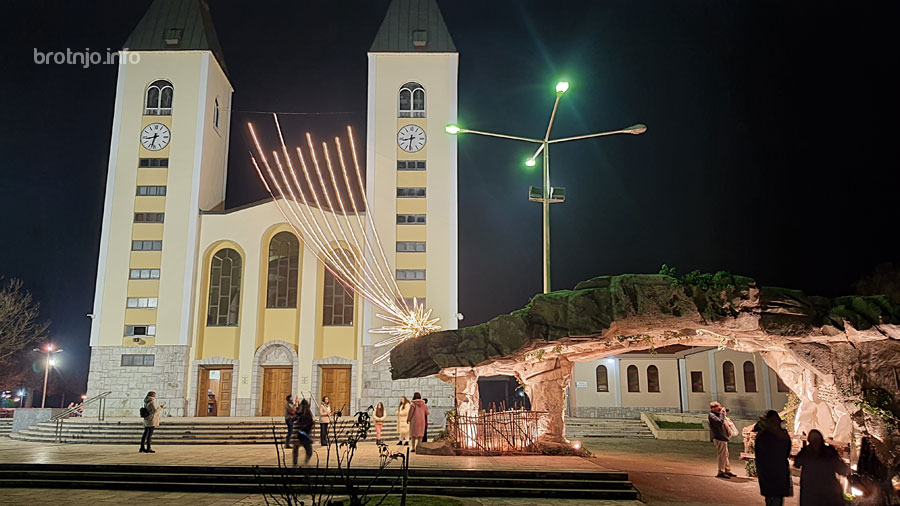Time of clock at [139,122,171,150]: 8:32
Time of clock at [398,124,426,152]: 8:31
